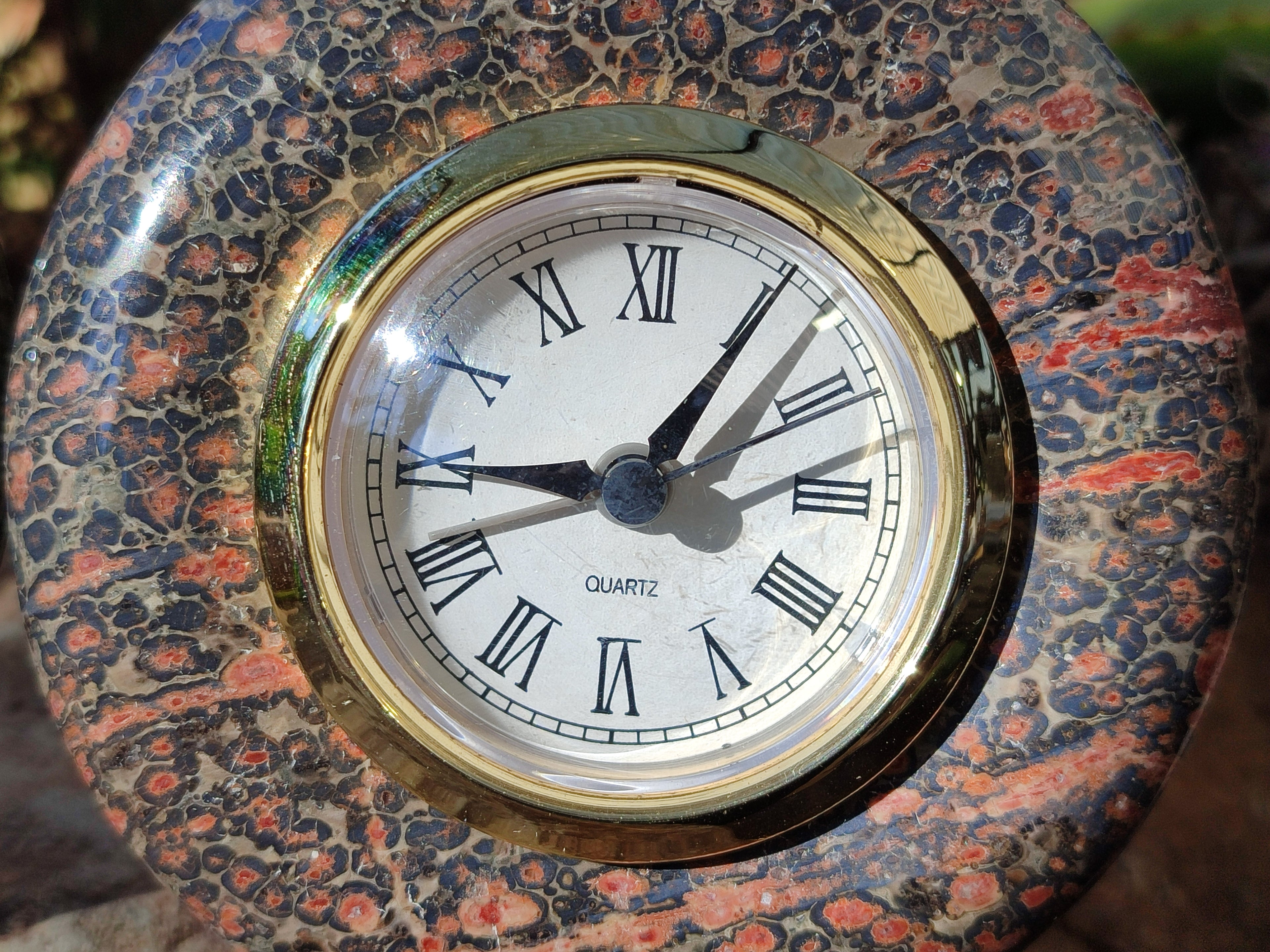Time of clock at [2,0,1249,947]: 9:05
